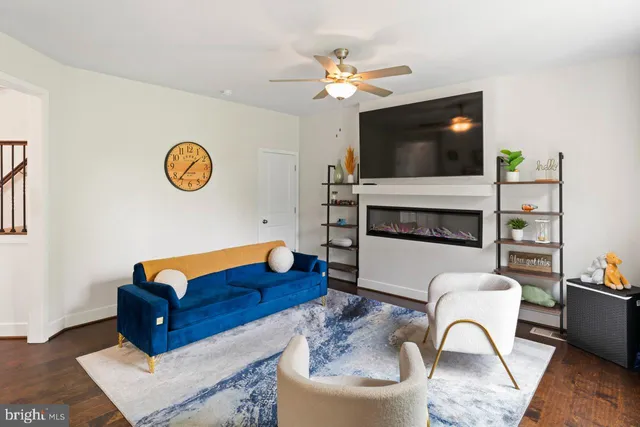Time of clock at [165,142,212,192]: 1:36
